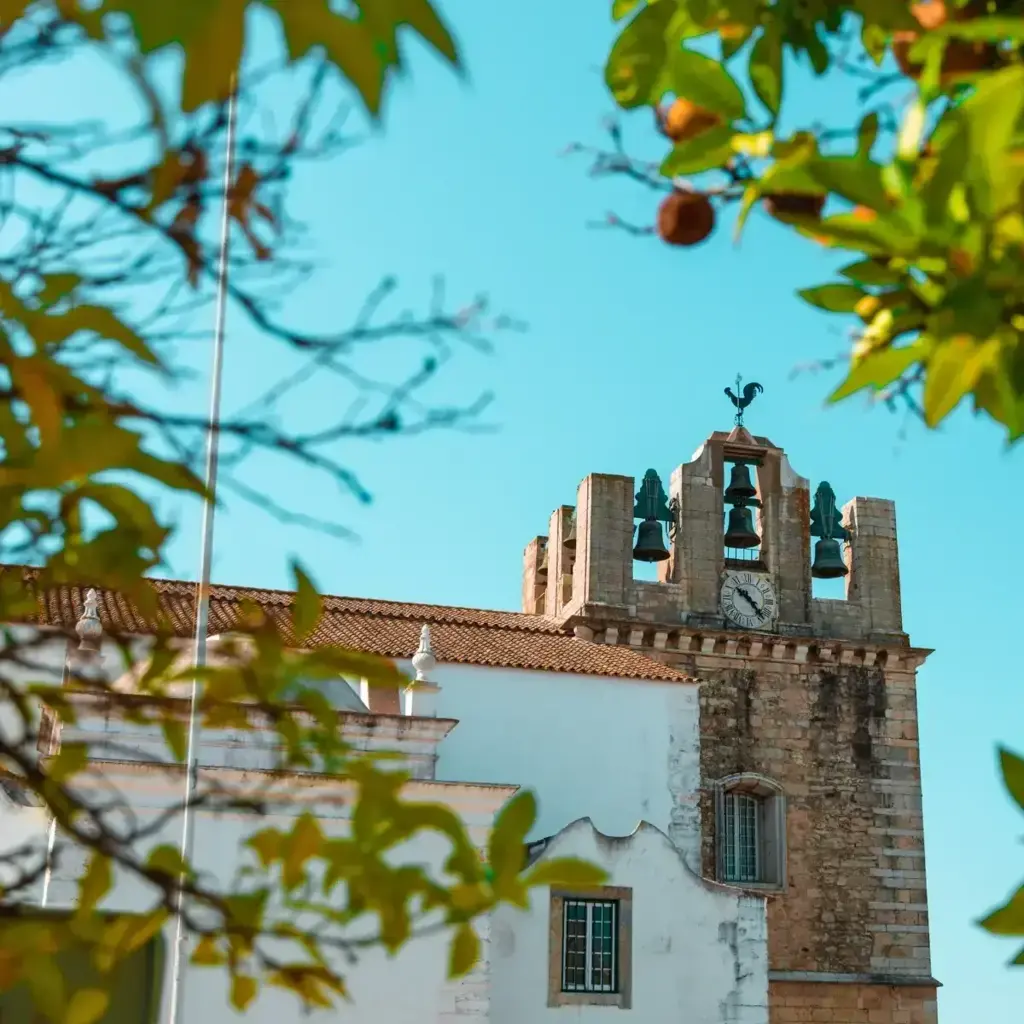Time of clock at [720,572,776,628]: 10:23
